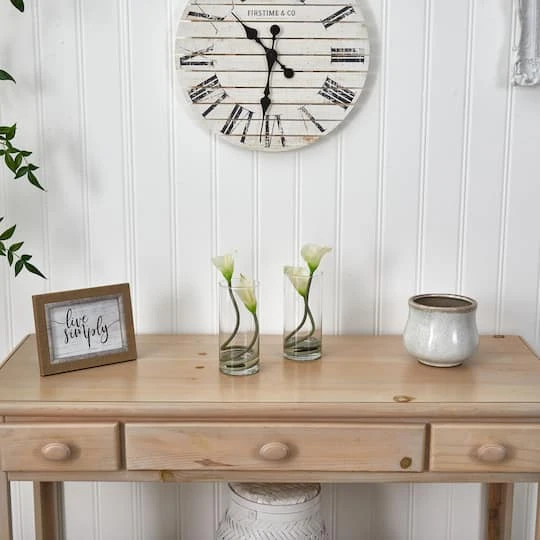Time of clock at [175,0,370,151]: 10:31
